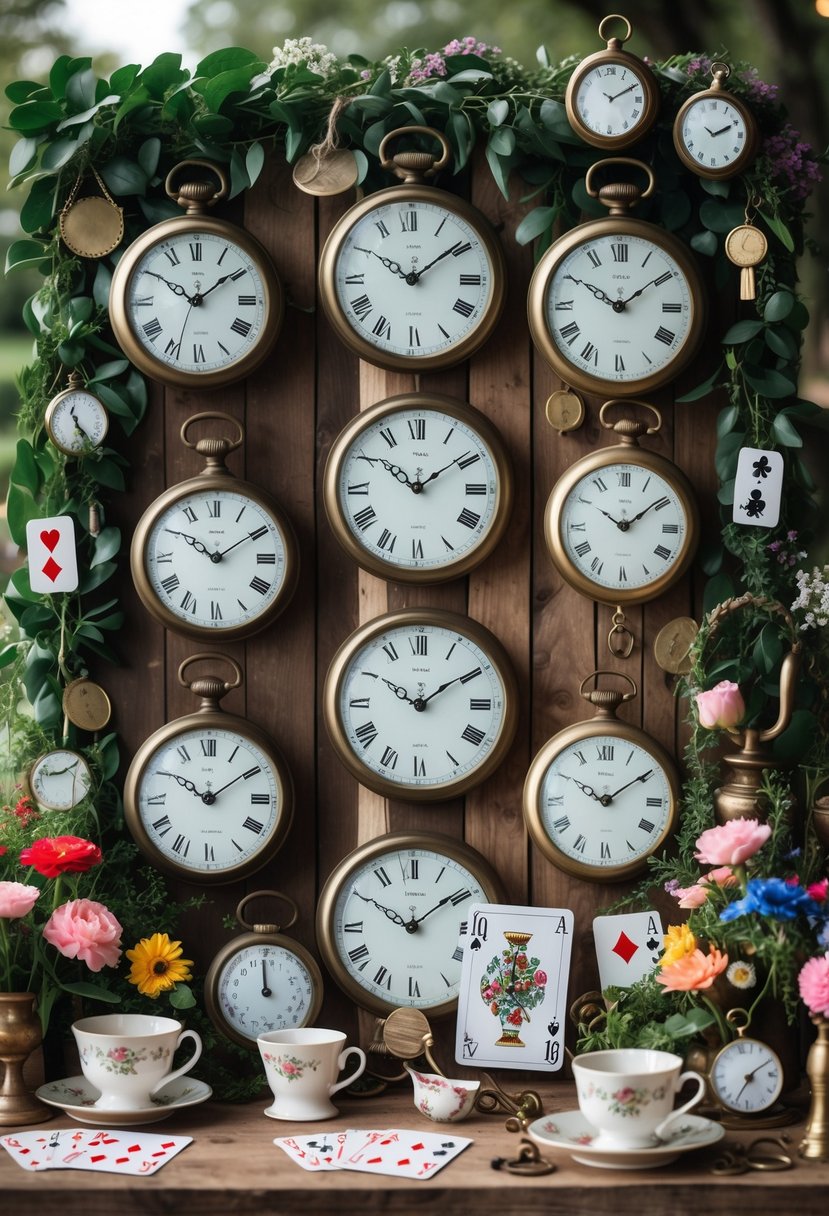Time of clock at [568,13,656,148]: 2:10
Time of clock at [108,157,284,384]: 1:50
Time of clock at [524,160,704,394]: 1:50
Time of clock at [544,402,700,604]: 10:09
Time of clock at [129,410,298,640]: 10:09
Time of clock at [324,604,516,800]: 10:09
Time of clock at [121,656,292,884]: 10:09
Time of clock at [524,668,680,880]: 10:09
